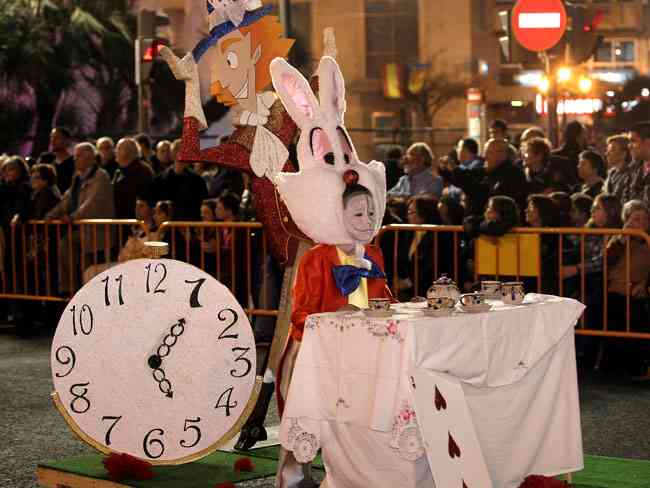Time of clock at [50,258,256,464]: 5:05
